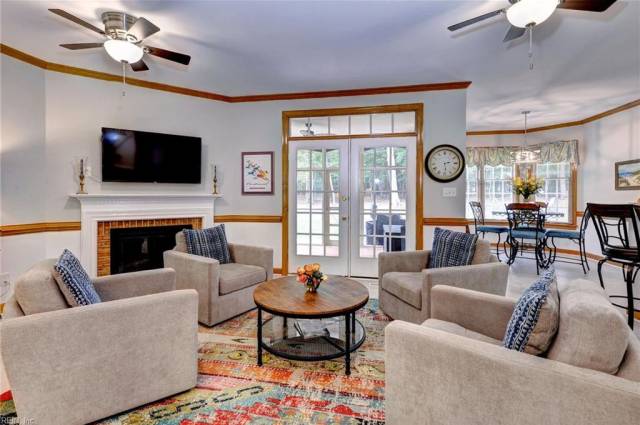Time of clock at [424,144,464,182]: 2:29
